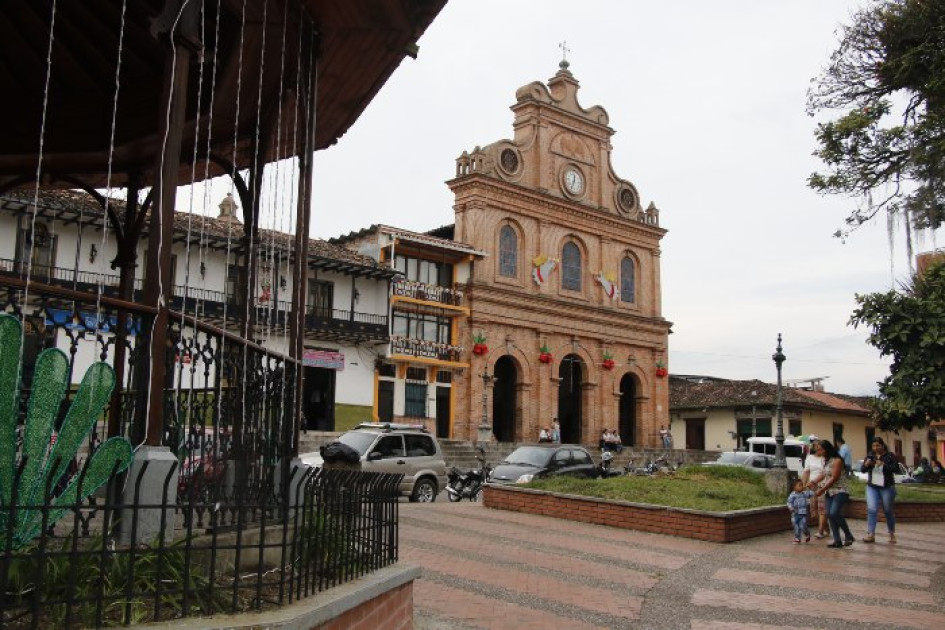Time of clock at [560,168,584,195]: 12:34
